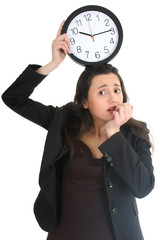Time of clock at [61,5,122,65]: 10:14
